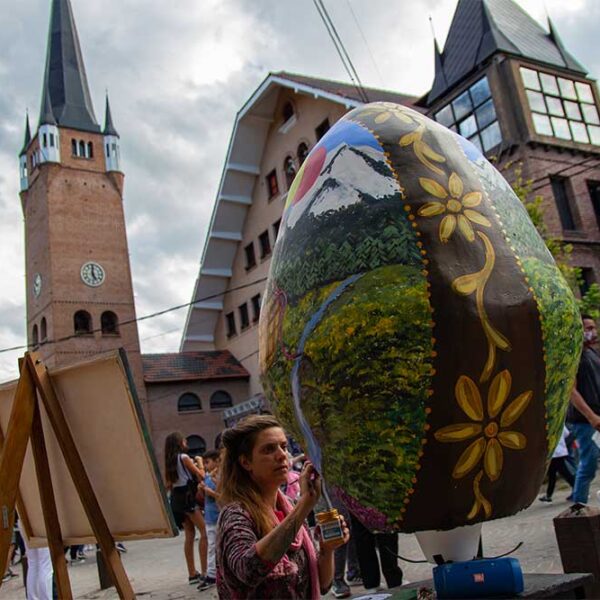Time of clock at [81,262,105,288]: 5:00
